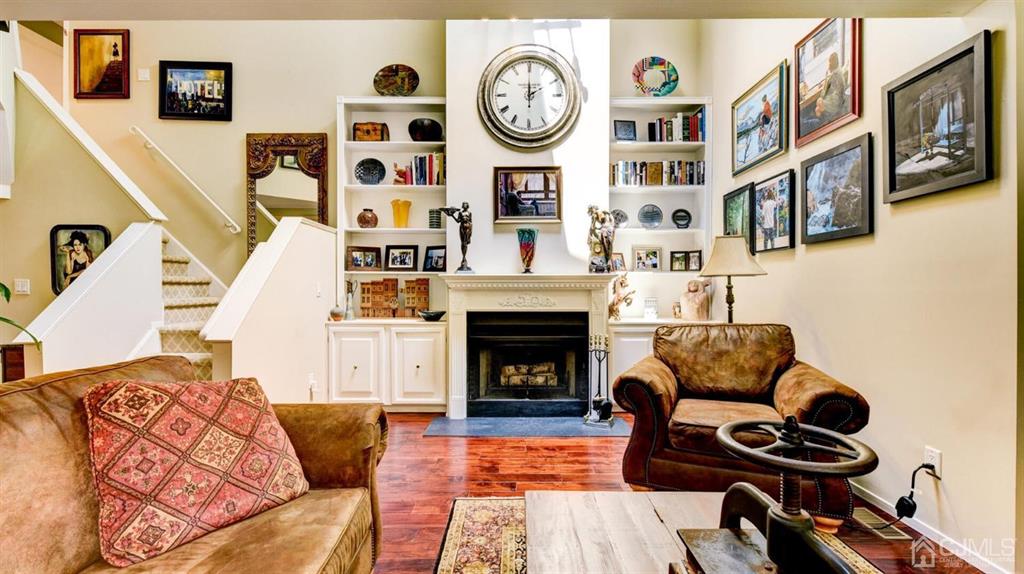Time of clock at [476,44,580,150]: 2:00
